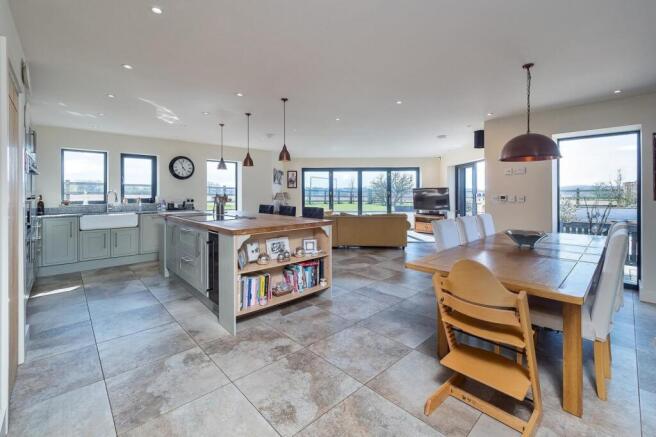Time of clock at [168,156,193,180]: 4:57
